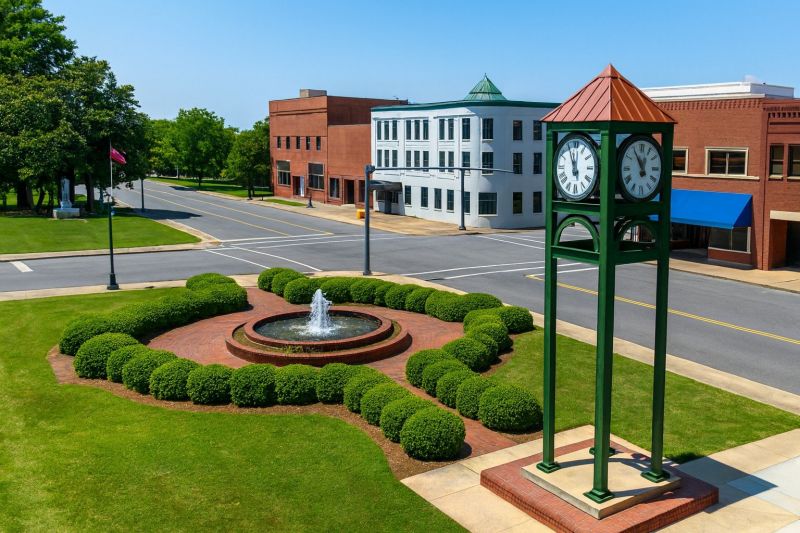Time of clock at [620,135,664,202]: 11:54
